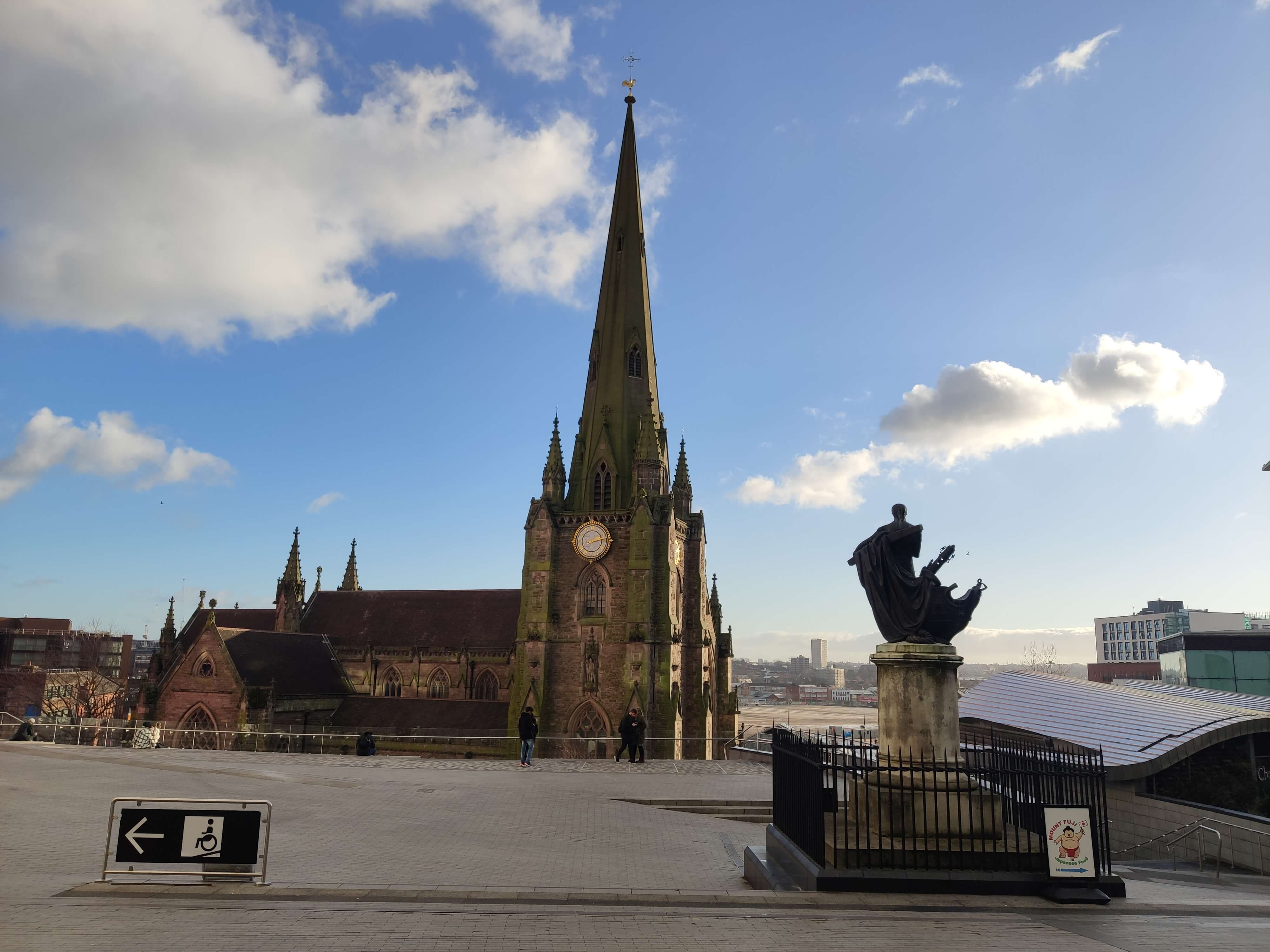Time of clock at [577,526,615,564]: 8:13
